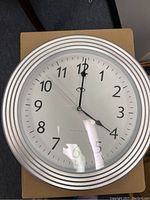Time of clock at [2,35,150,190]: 4:00
